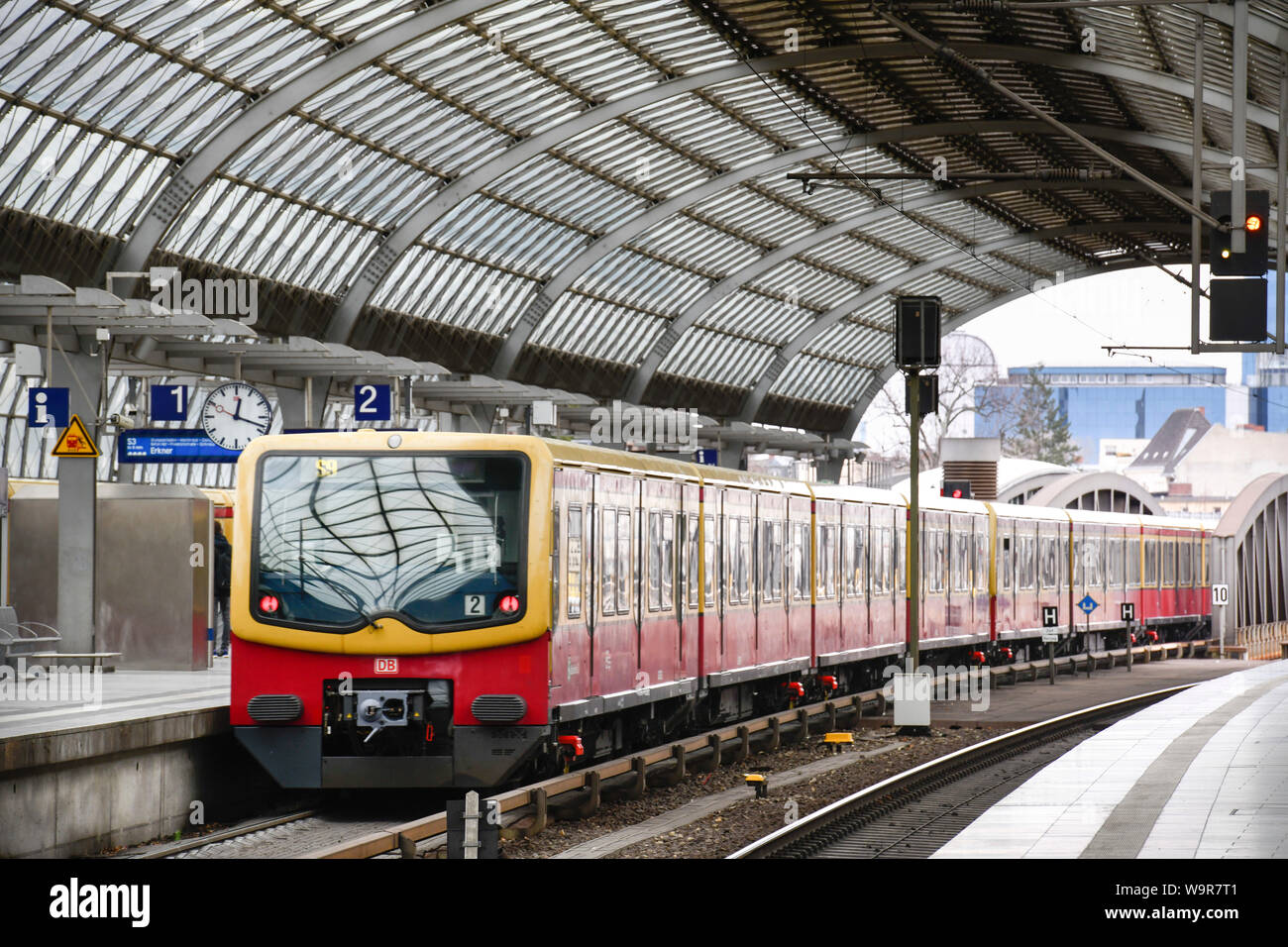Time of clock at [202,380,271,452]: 12:18
